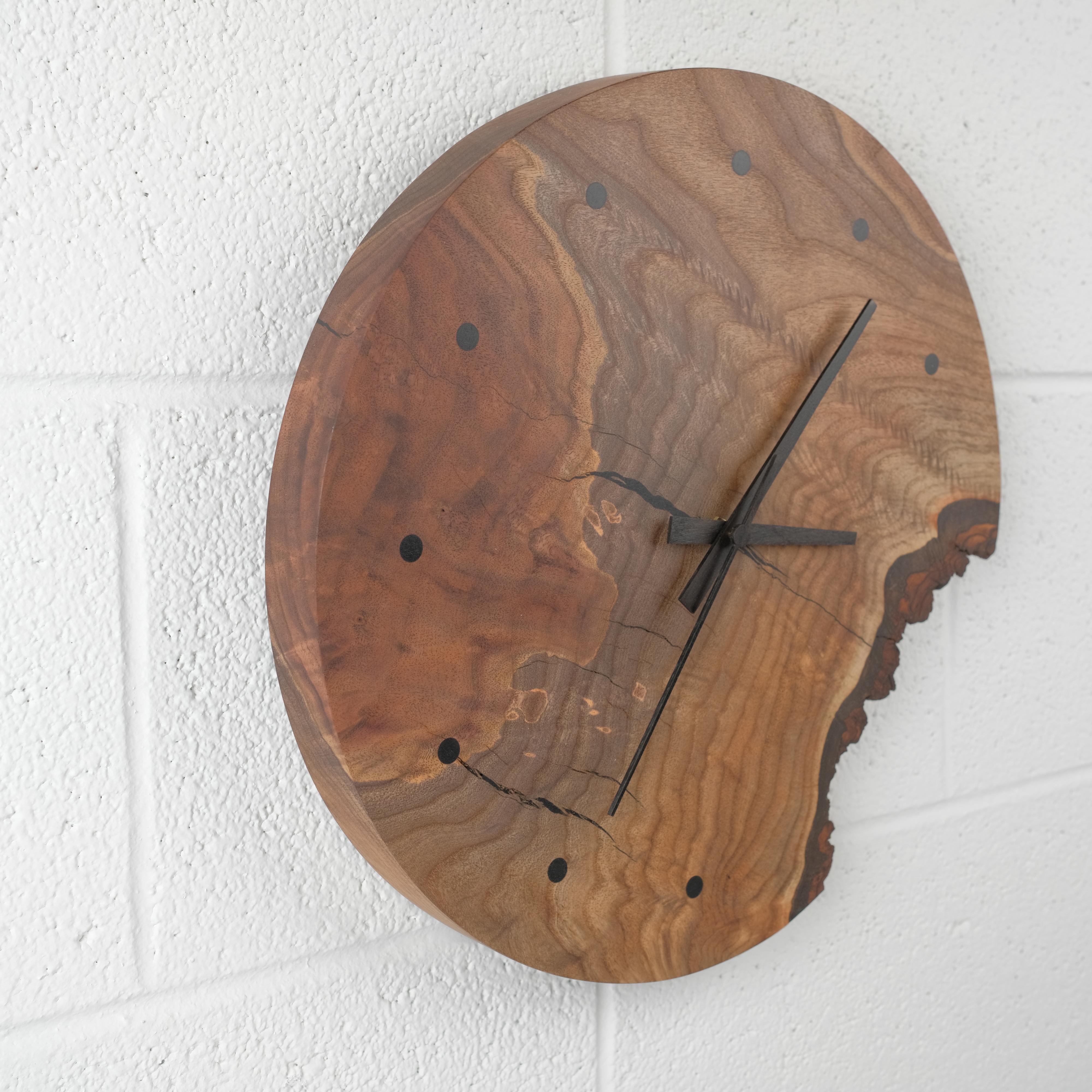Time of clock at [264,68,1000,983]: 3:06
